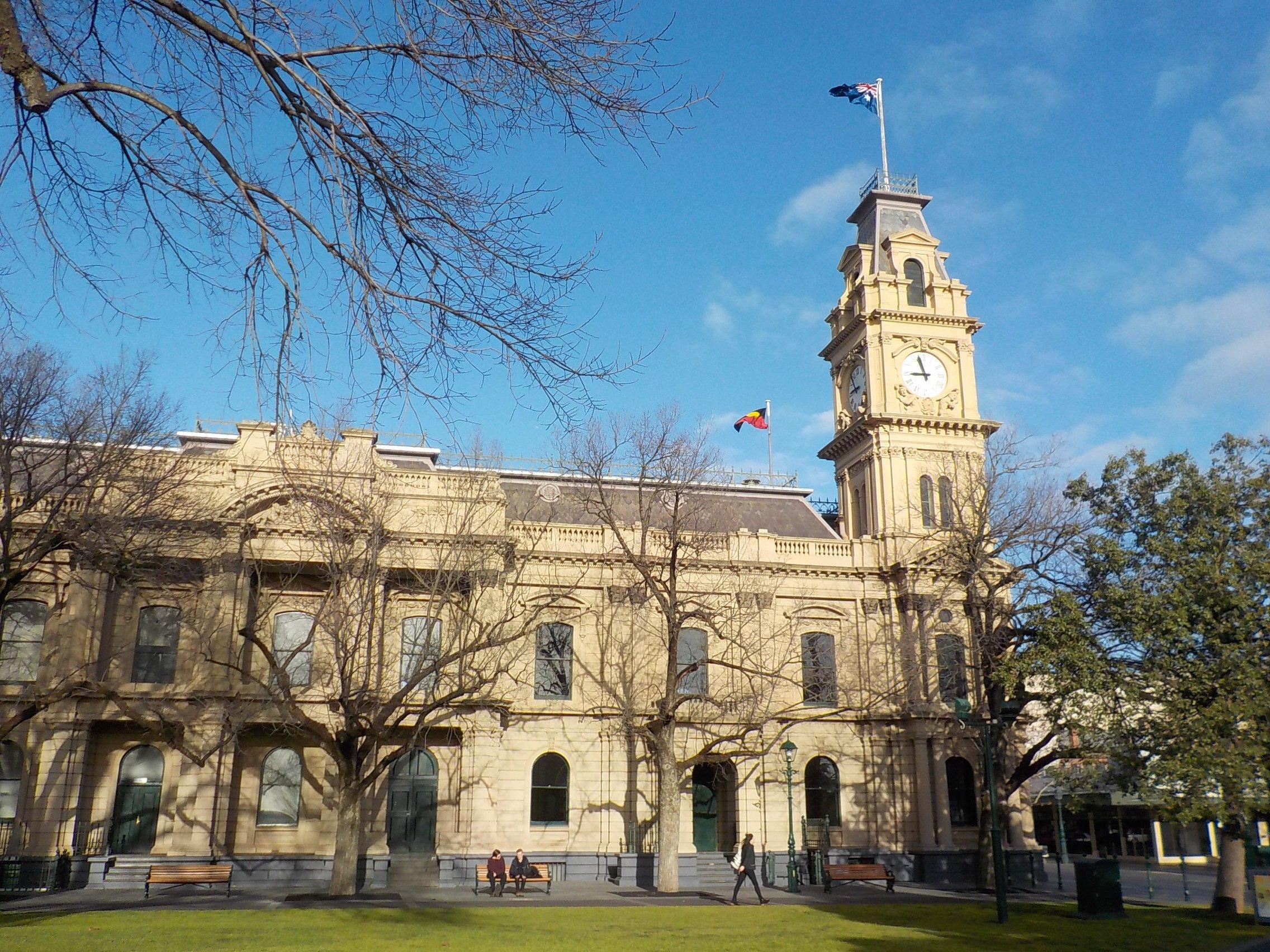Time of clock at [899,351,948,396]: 8:57
